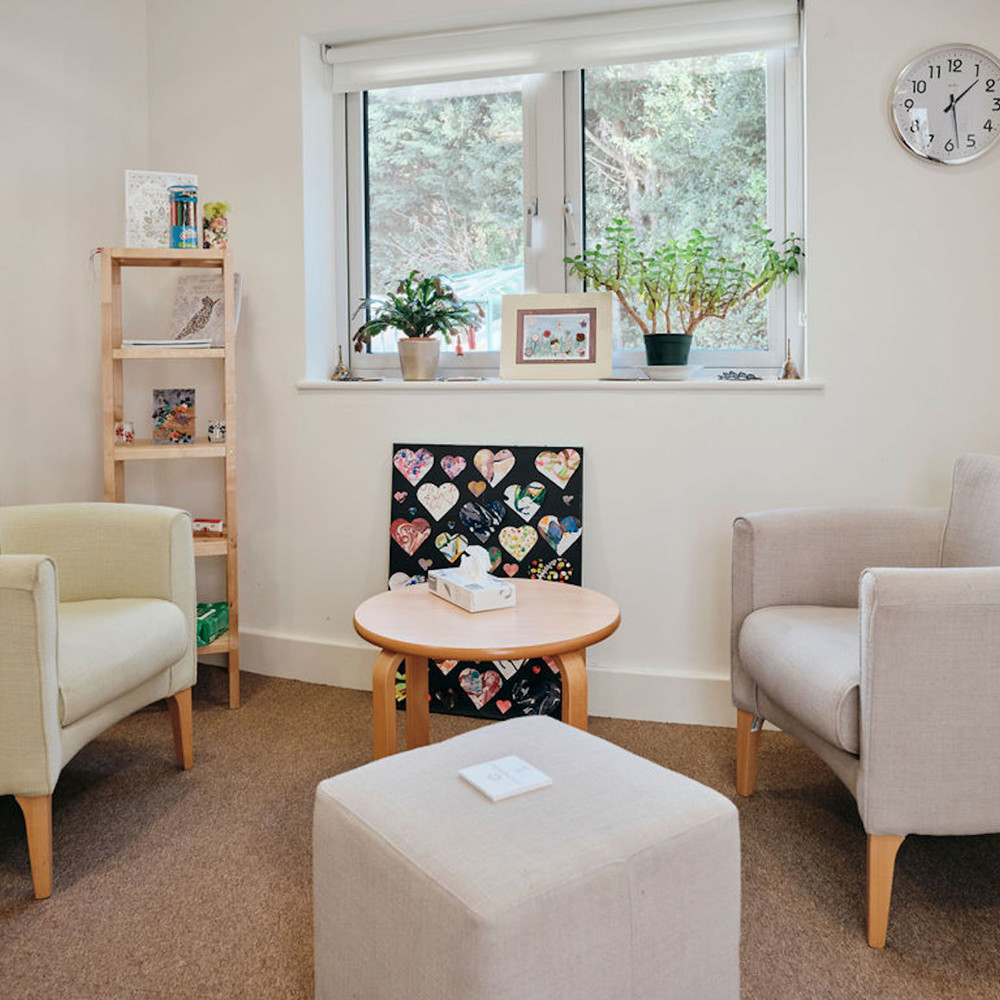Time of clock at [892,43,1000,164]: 1:28
